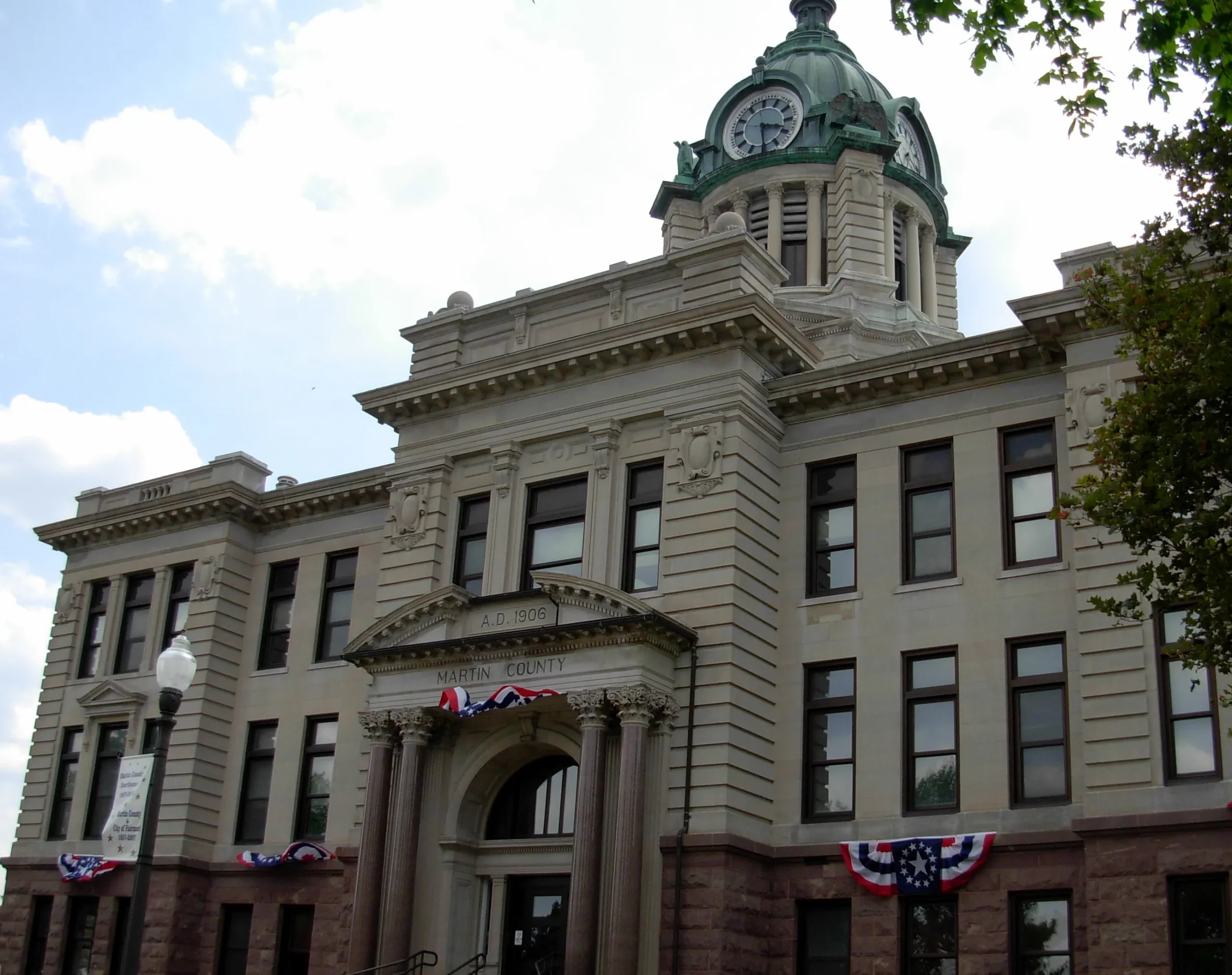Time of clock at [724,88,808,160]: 3:29
